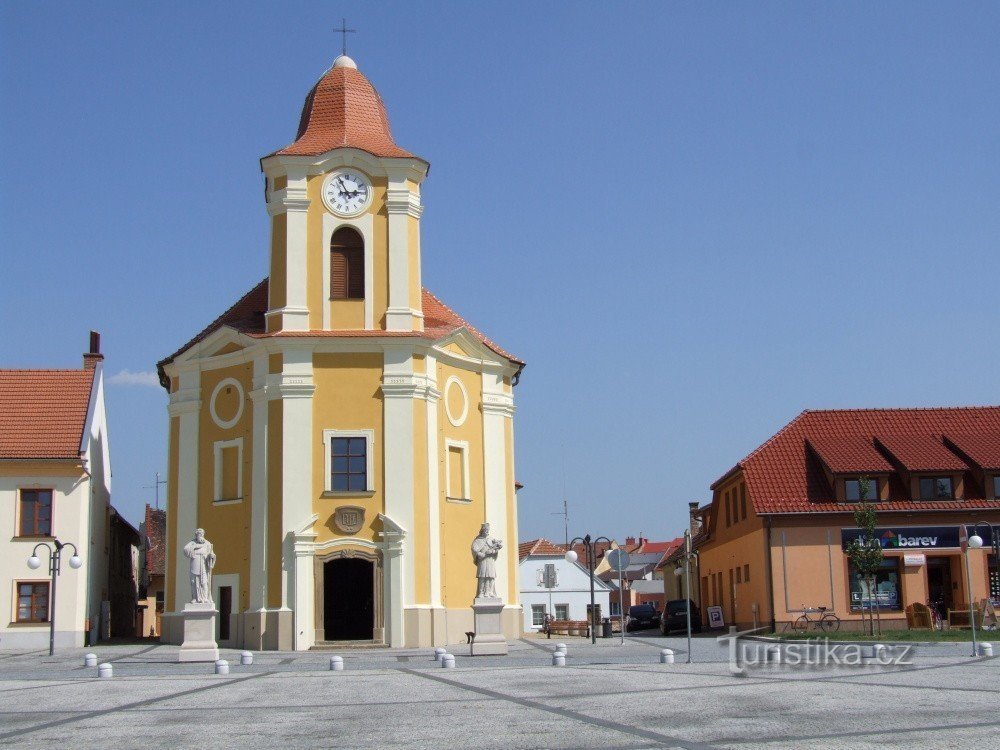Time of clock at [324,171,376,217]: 2:55
